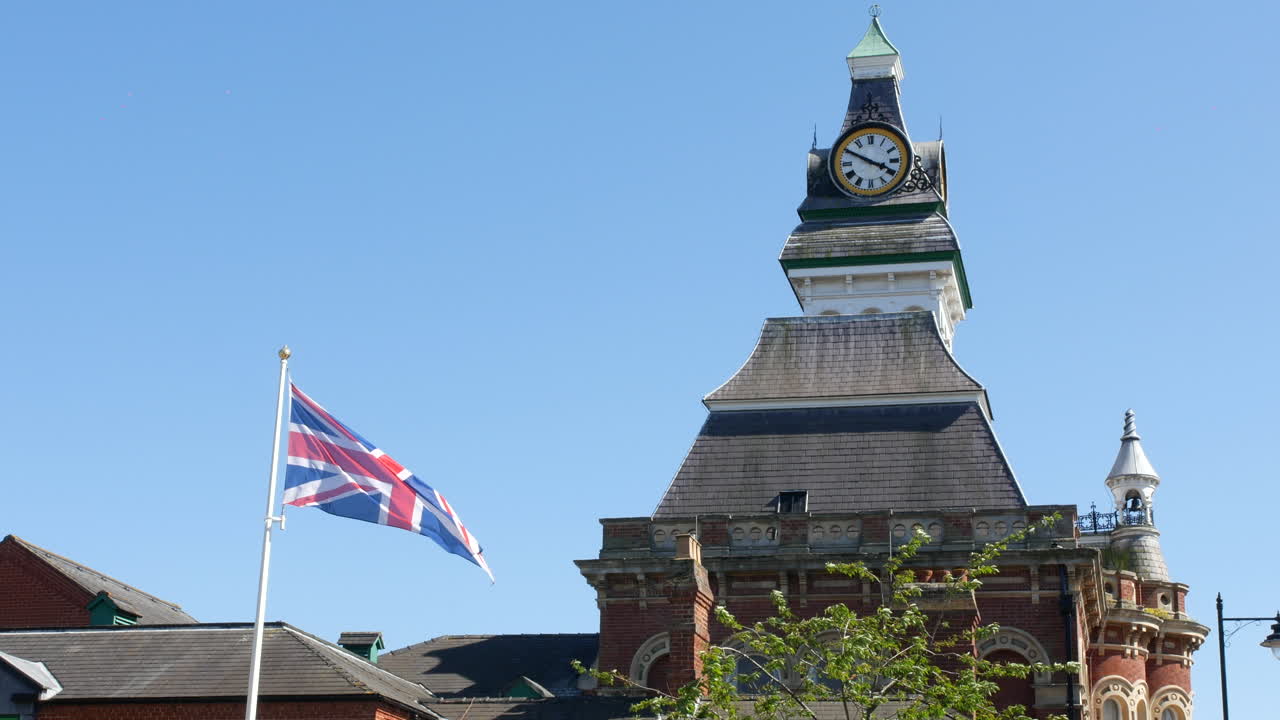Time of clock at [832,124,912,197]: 3:49
